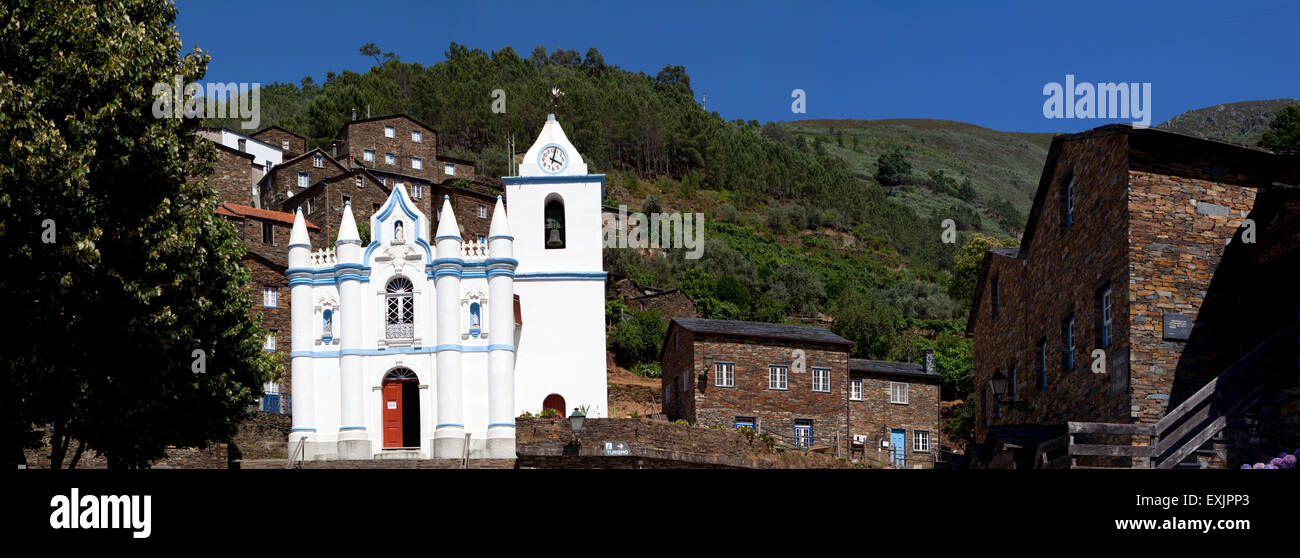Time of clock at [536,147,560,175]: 4:02
